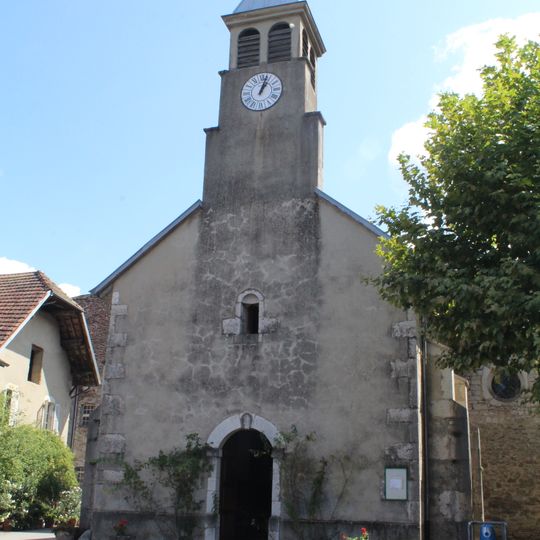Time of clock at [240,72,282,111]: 1:03
